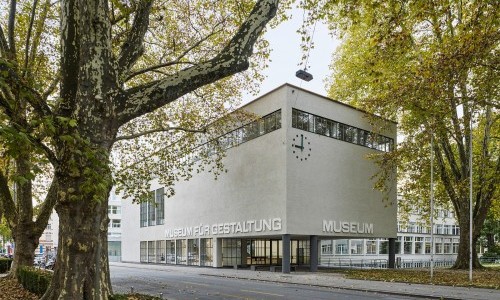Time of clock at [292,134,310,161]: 9:00
